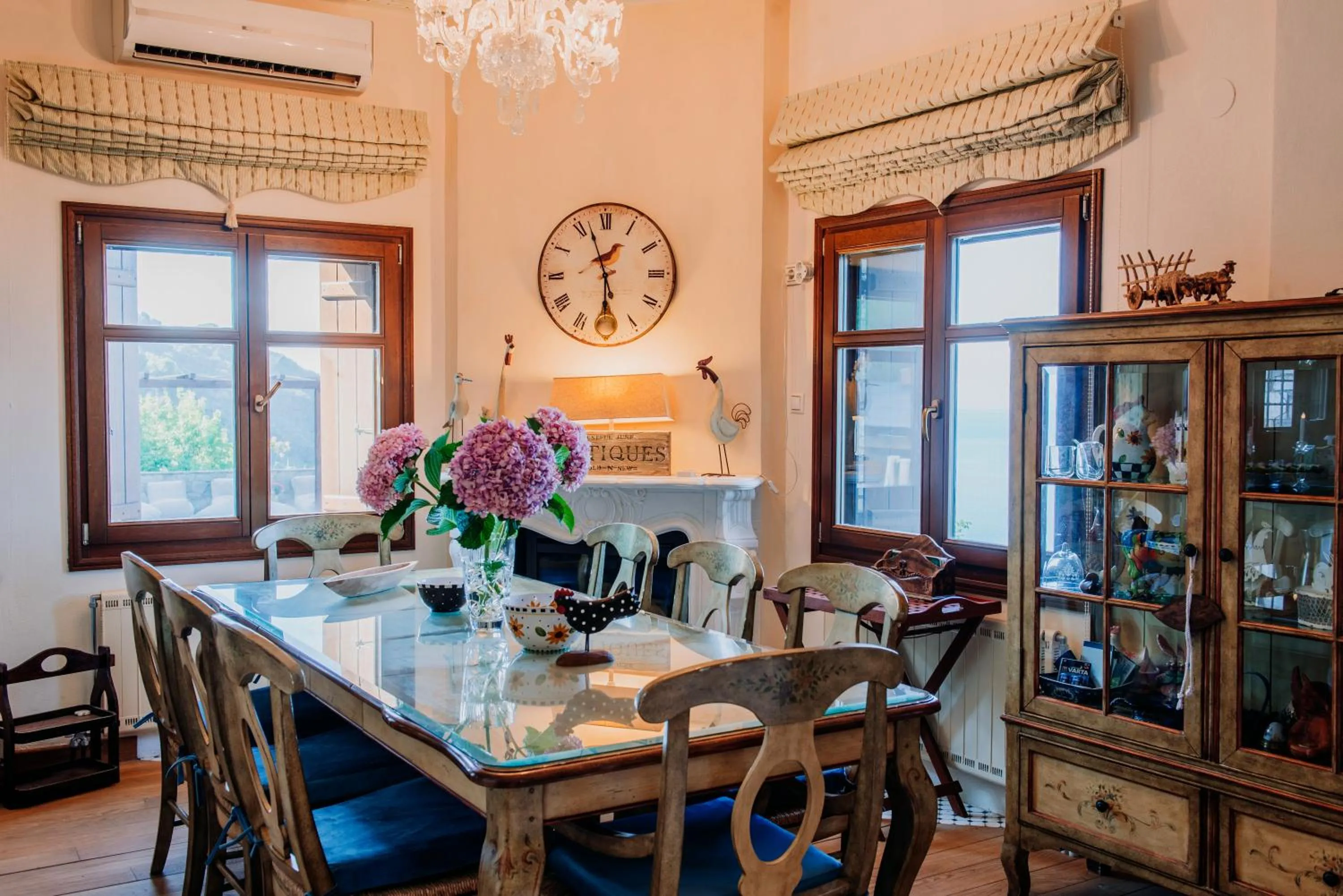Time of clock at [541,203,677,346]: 5:57
